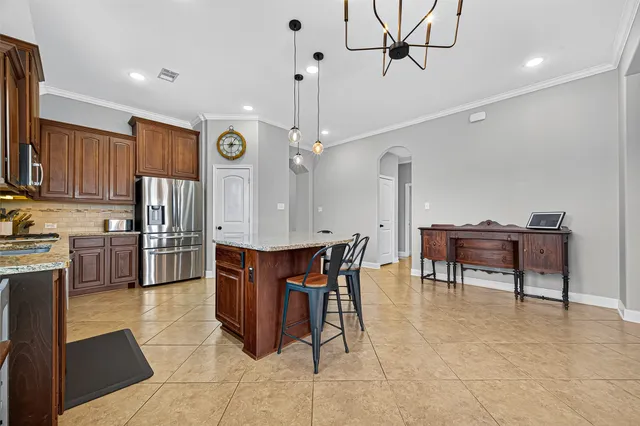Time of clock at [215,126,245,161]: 1:13
